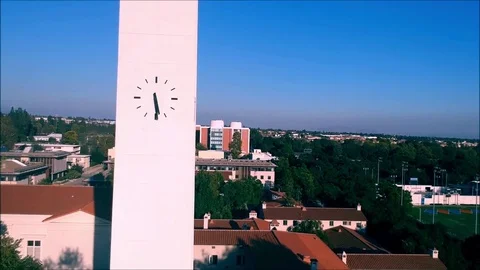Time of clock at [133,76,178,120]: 5:29
